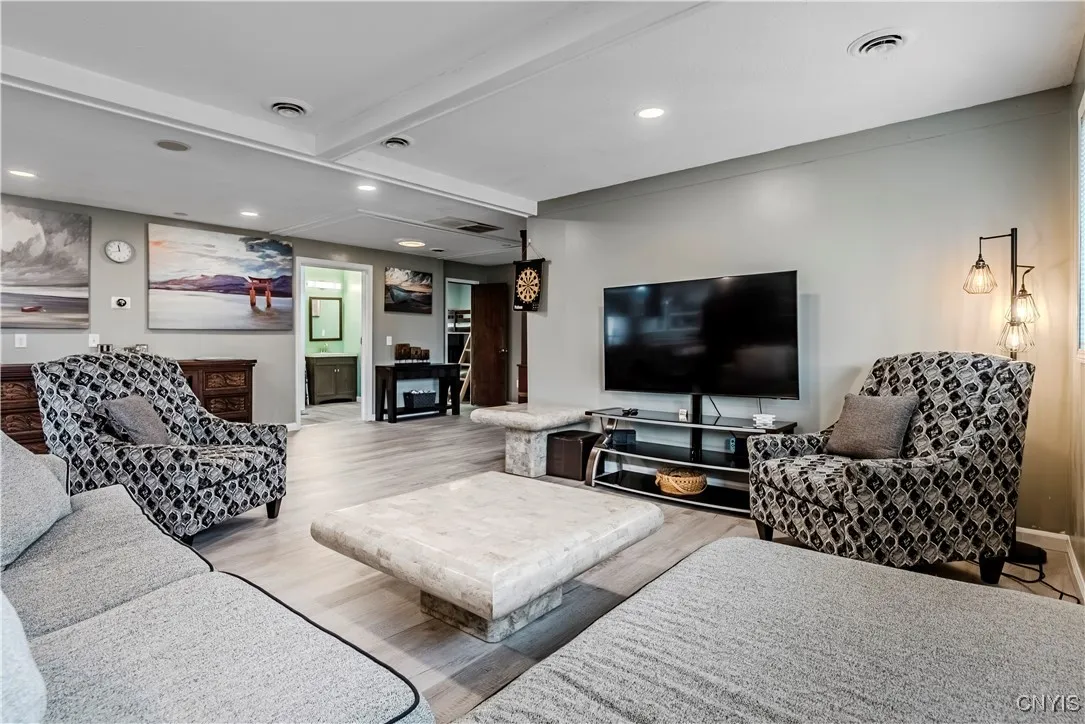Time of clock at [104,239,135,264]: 11:42
